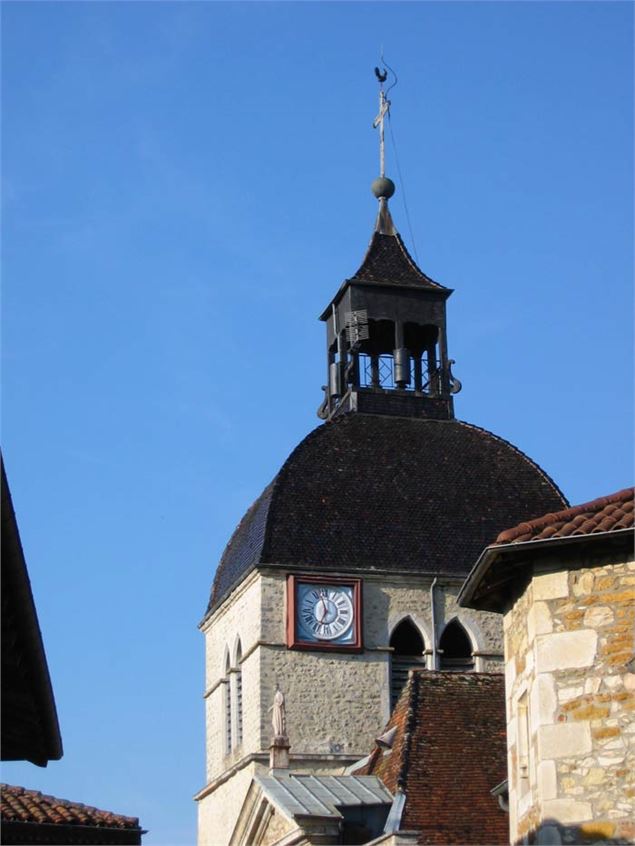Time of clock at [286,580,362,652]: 6:58
